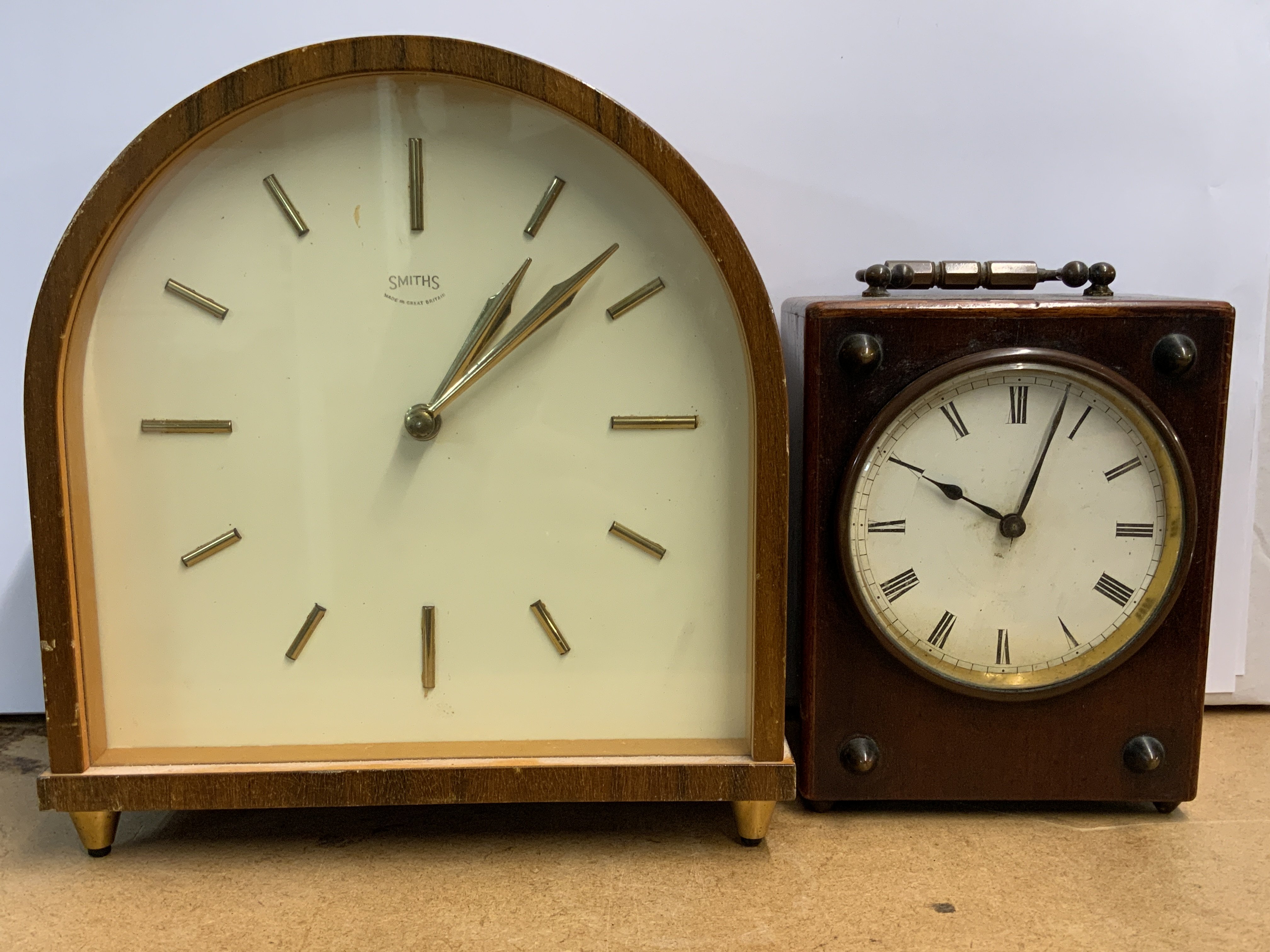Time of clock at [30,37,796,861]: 1:08
